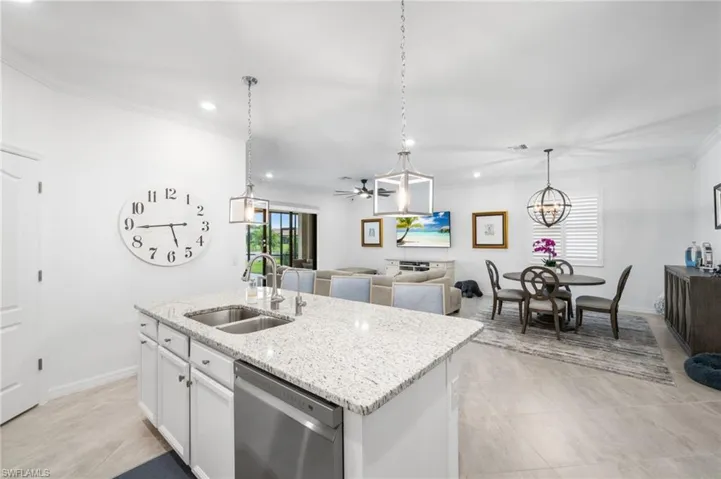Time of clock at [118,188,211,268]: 5:44
